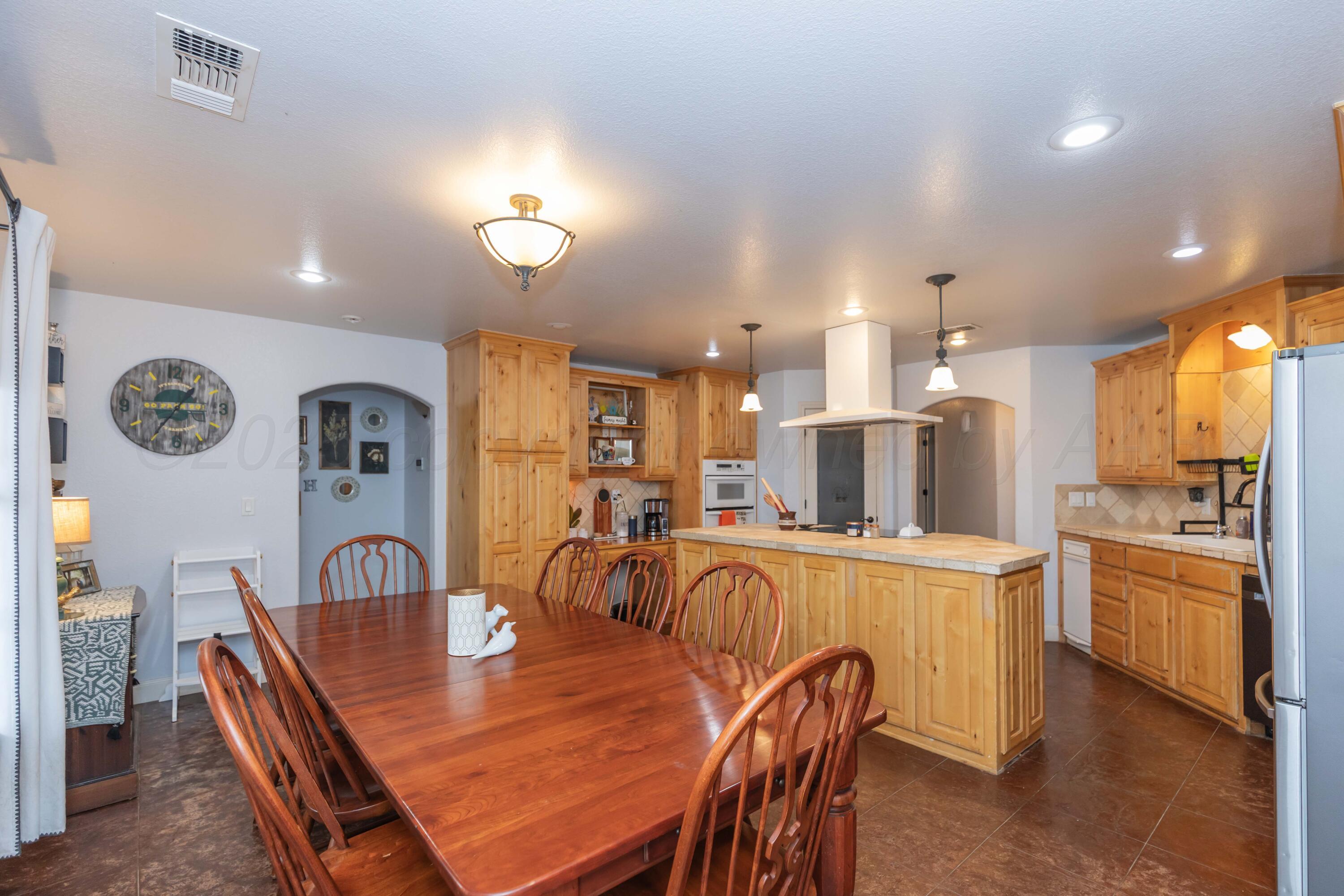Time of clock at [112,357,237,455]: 1:36
